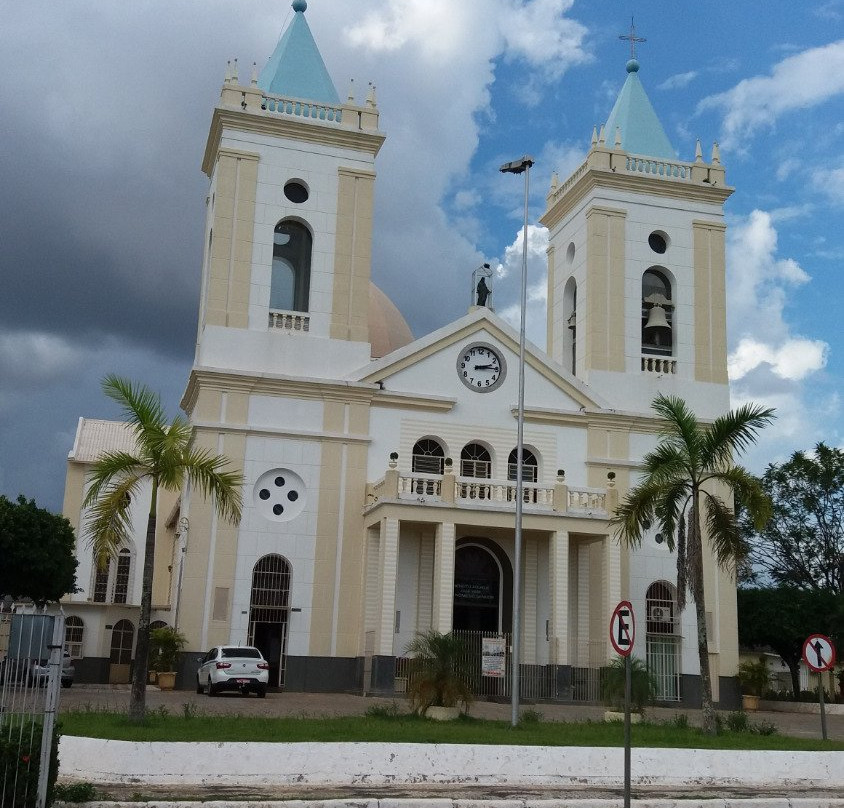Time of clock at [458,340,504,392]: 2:14
